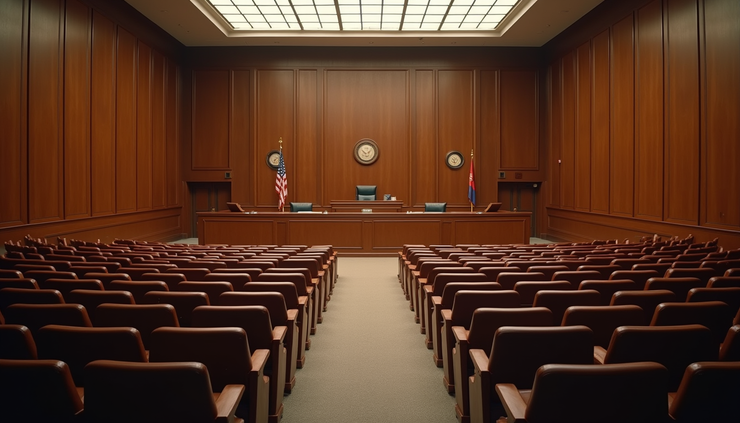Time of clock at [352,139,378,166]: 10:07
